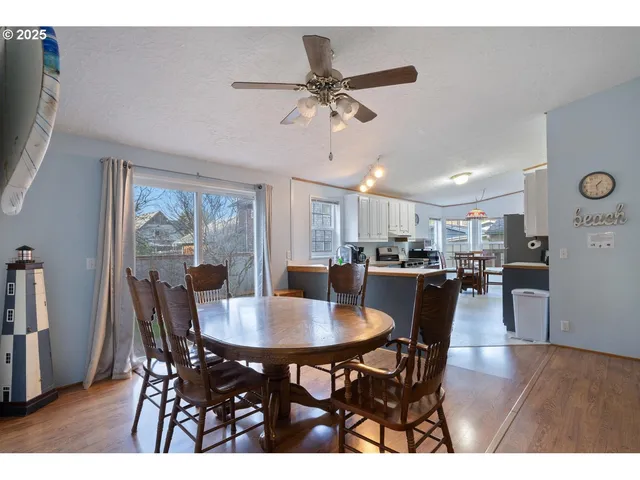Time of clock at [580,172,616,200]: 1:28
